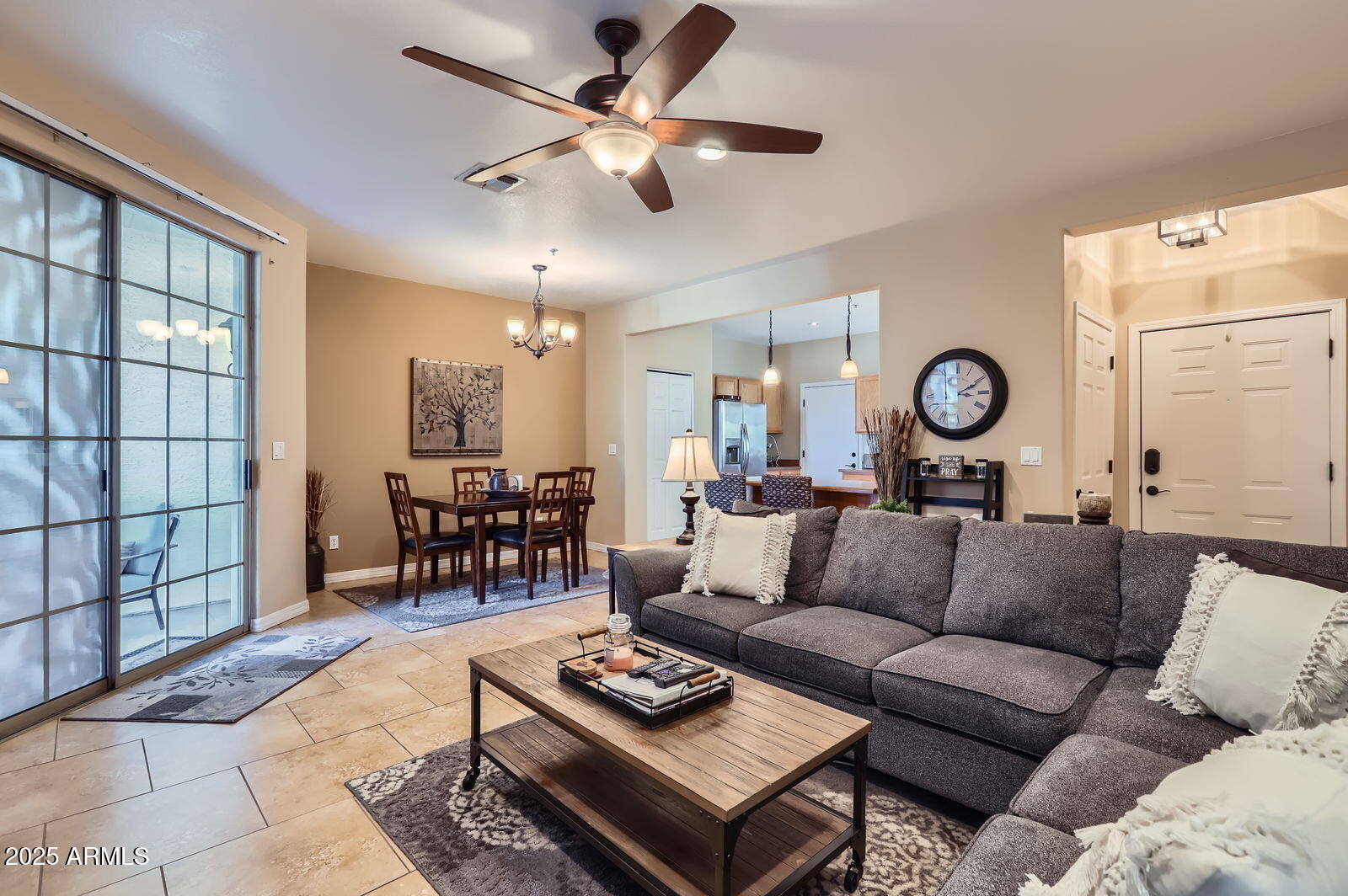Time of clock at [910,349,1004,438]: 3:10
